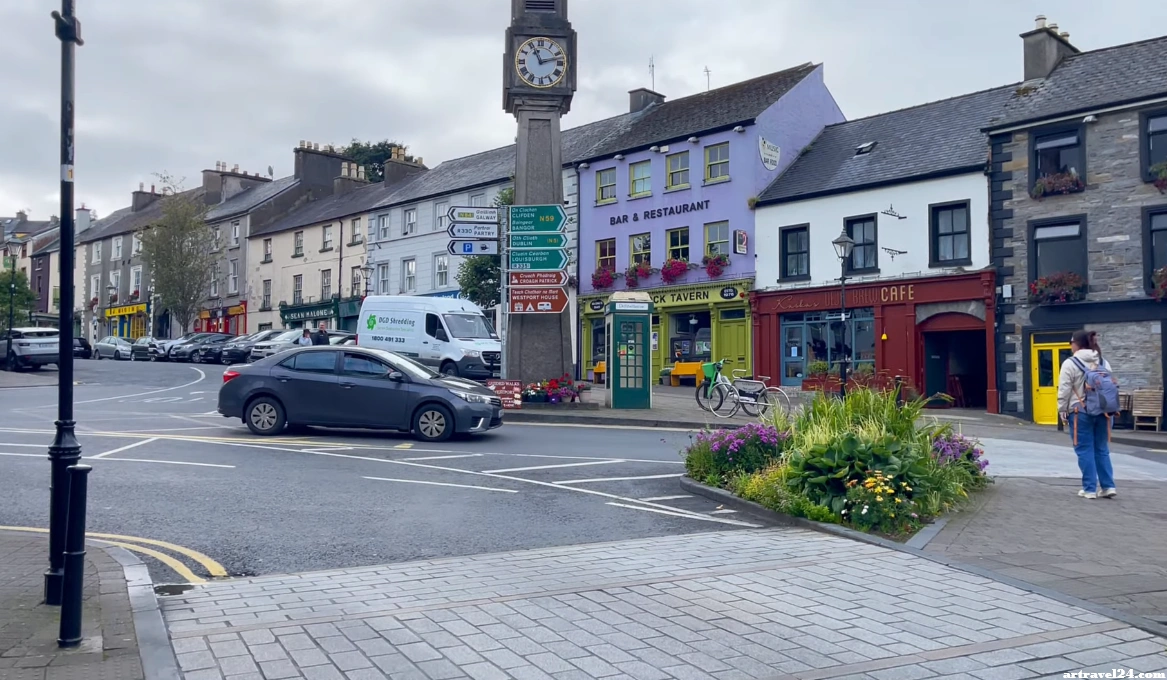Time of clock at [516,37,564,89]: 11:12
